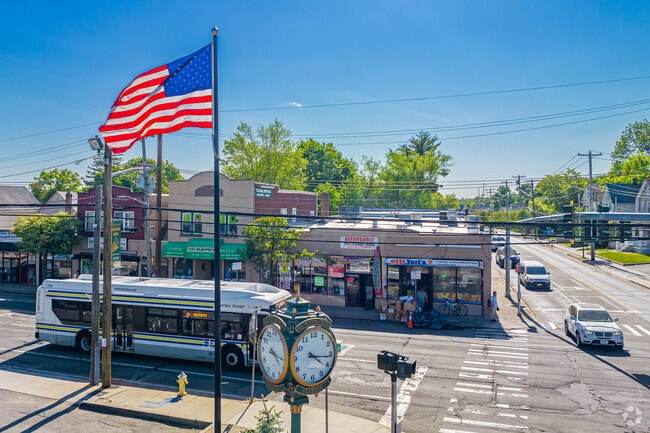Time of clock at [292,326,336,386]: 4:16
